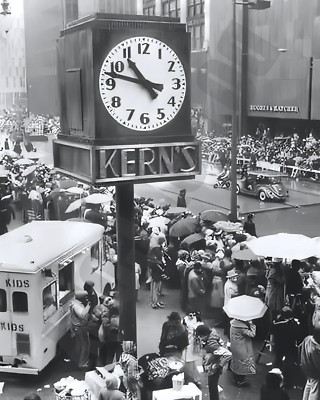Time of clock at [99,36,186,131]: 10:47
